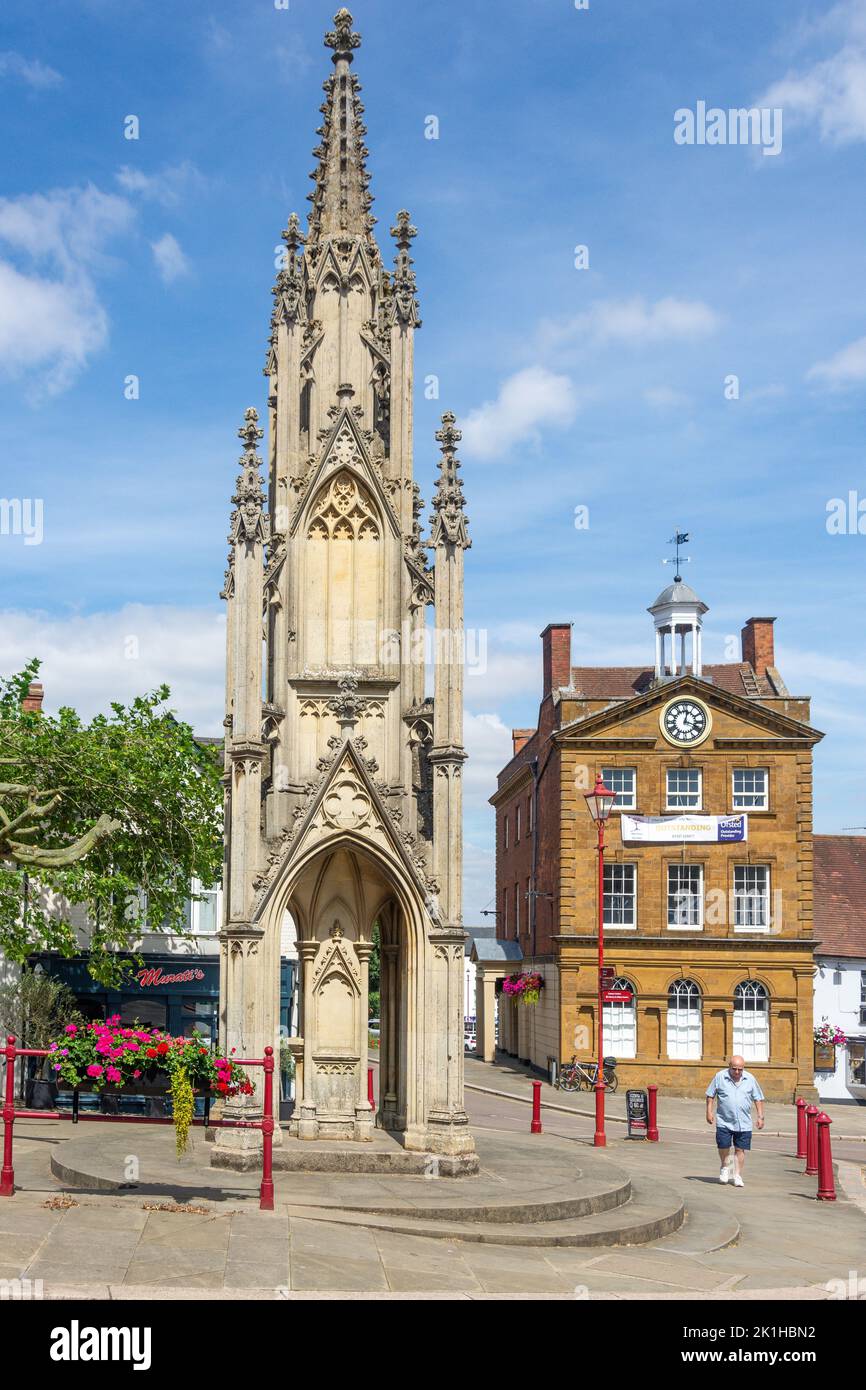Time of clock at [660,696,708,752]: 12:18
